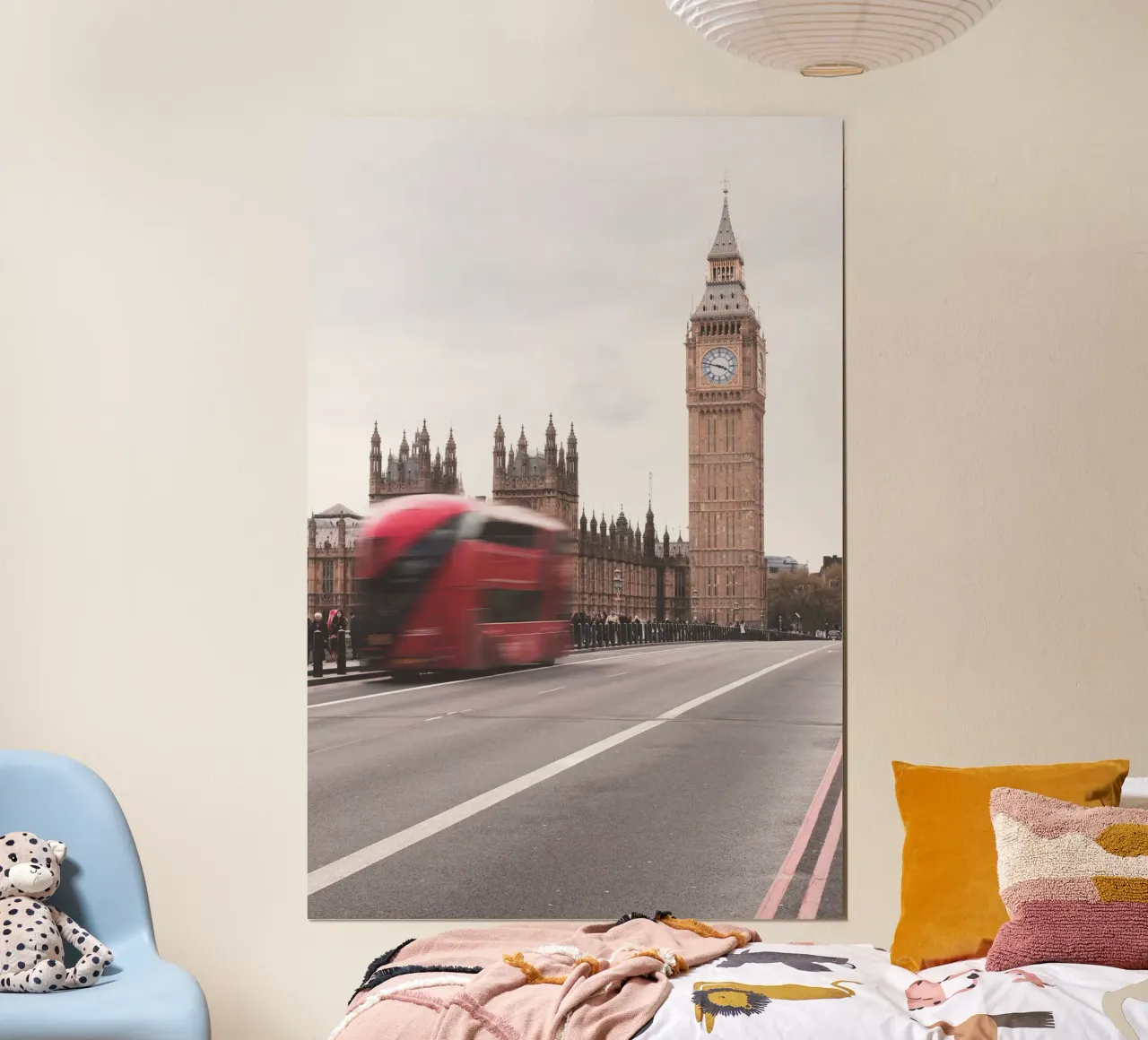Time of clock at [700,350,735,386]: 3:47
